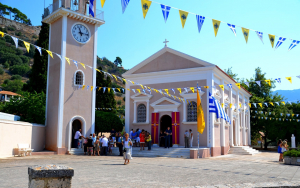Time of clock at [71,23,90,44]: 11:14
